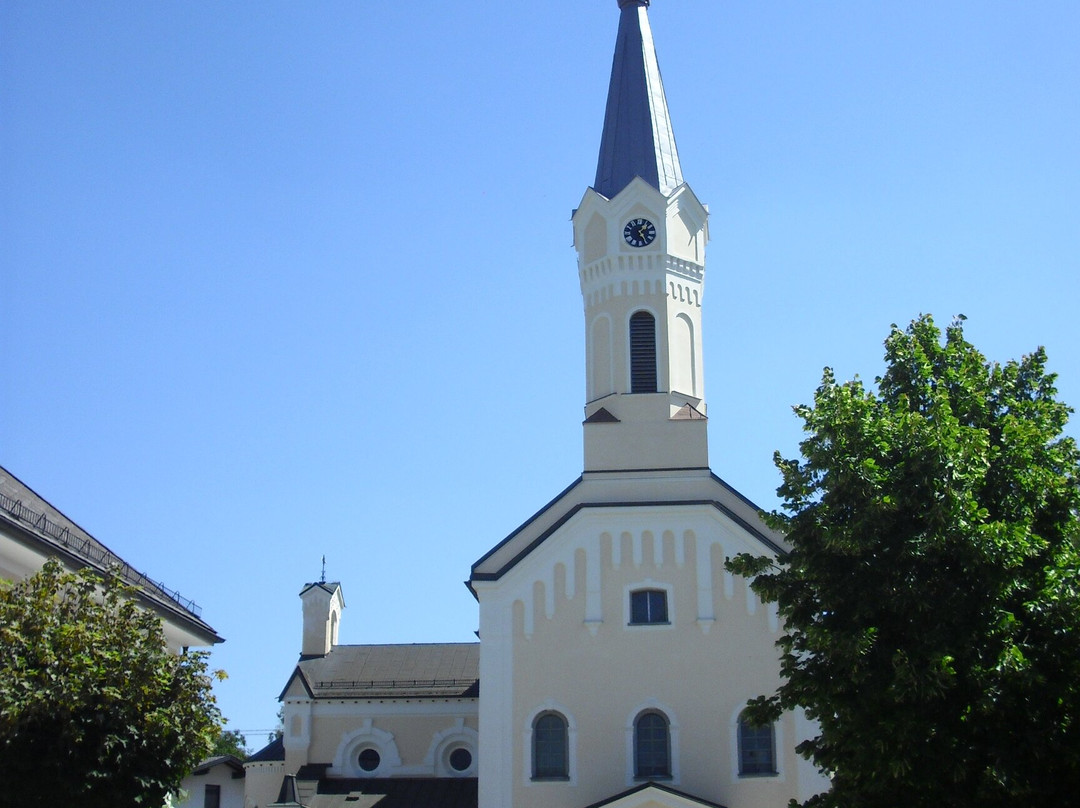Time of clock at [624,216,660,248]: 1:24
